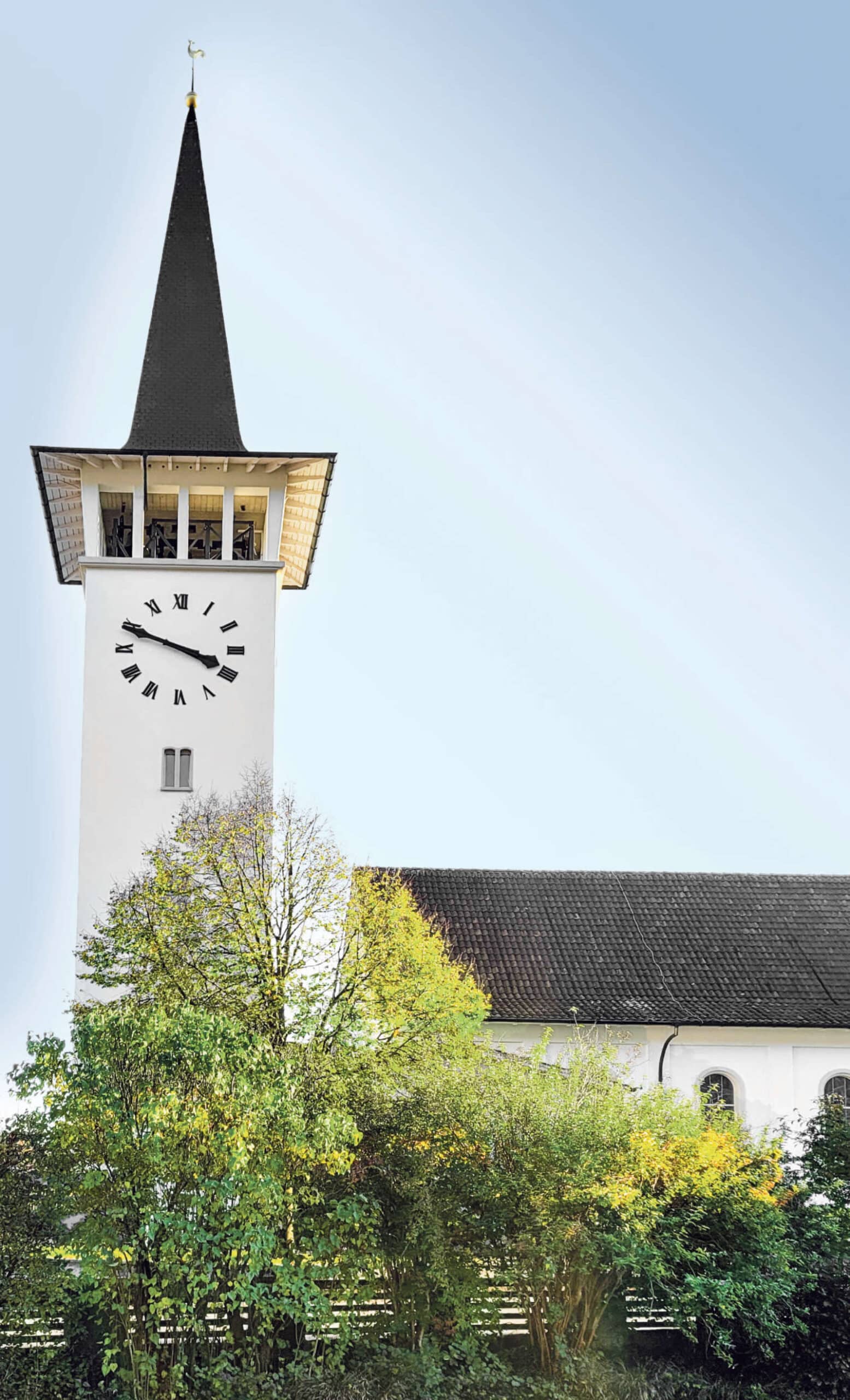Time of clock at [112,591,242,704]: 3:48
